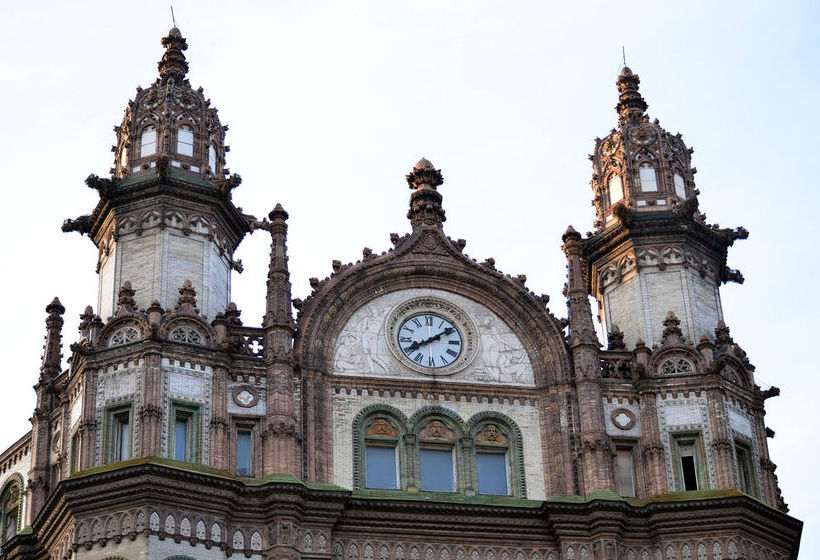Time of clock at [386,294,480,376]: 8:09
